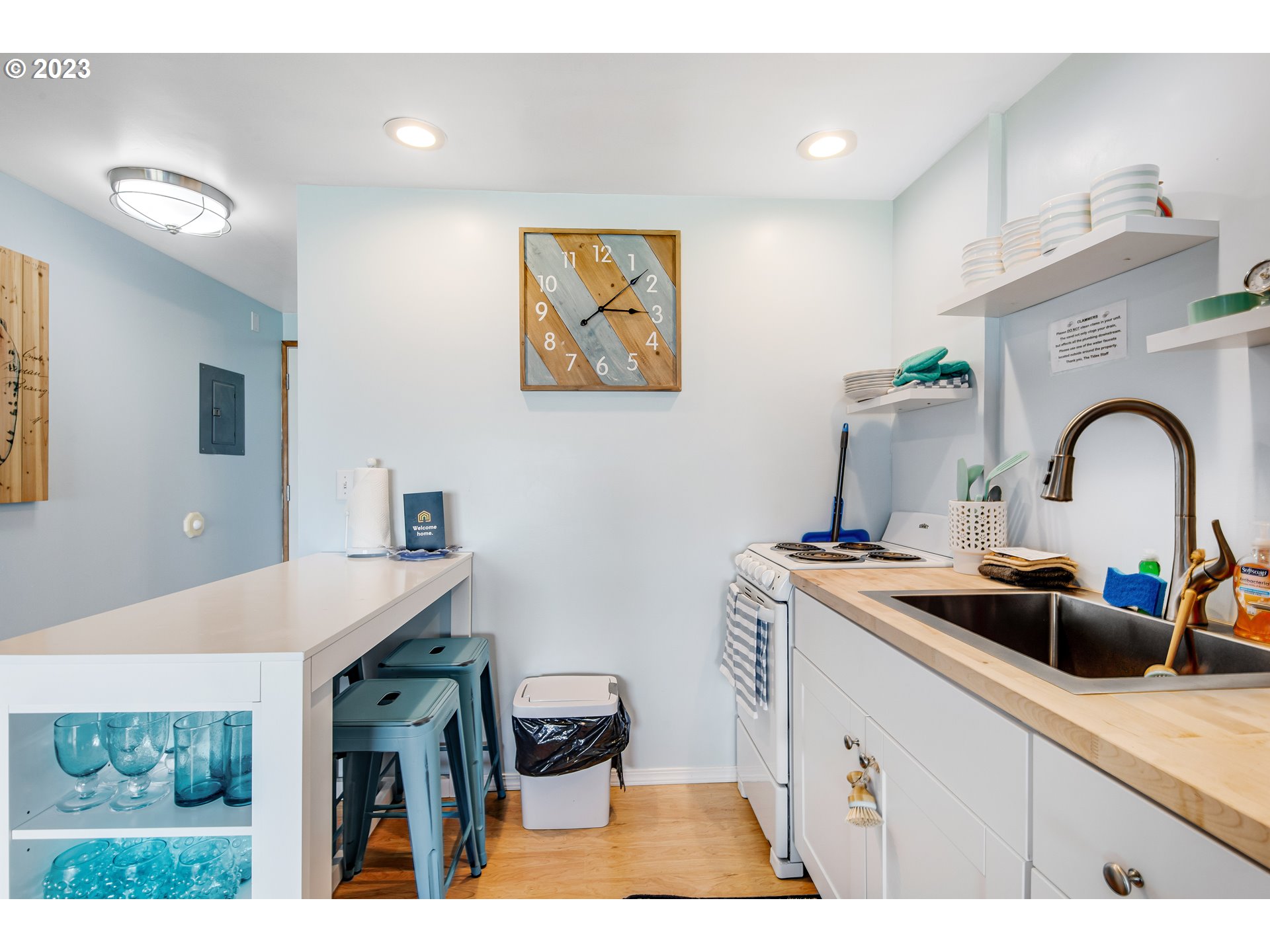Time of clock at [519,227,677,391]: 3:08
